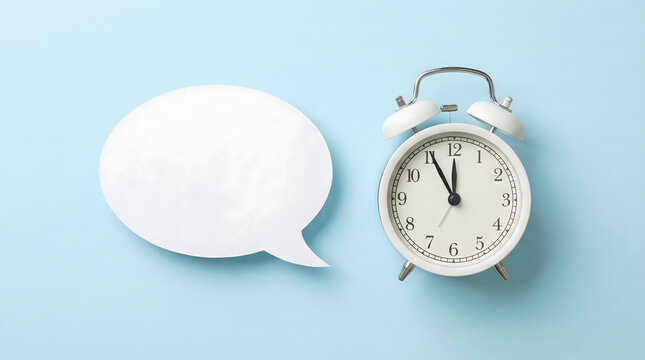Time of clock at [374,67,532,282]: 11:55
